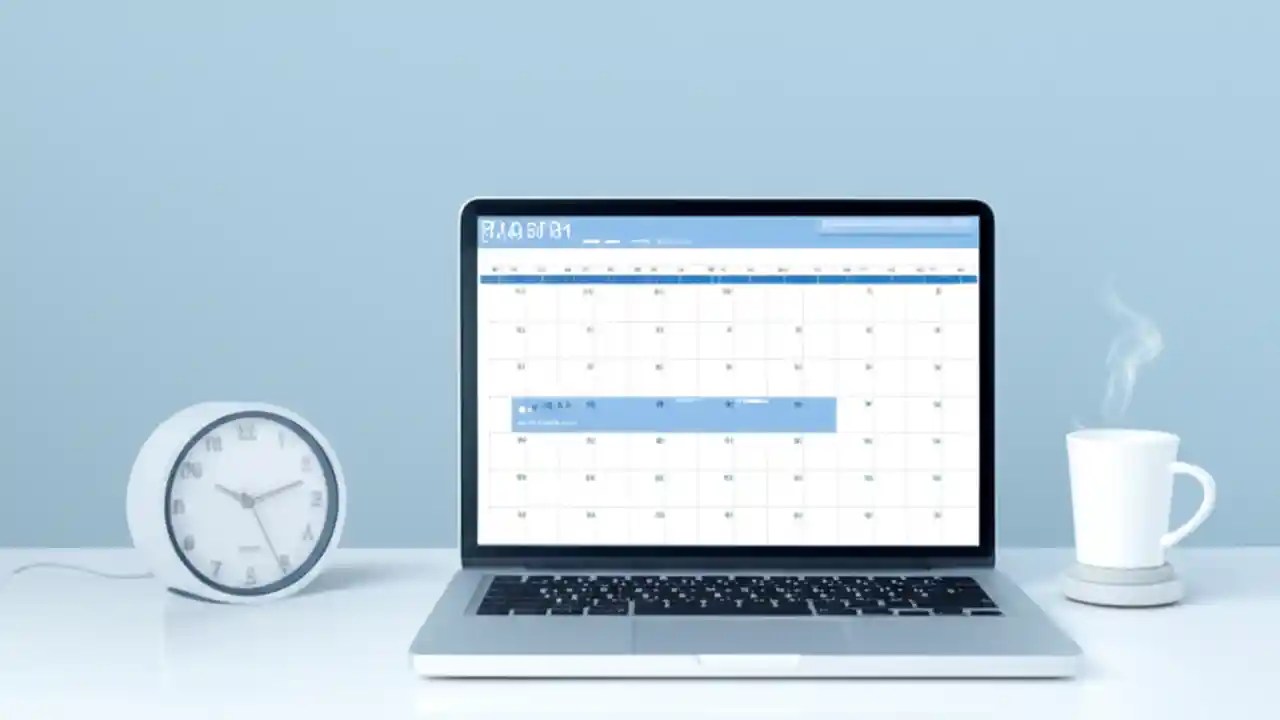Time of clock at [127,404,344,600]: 10:12
